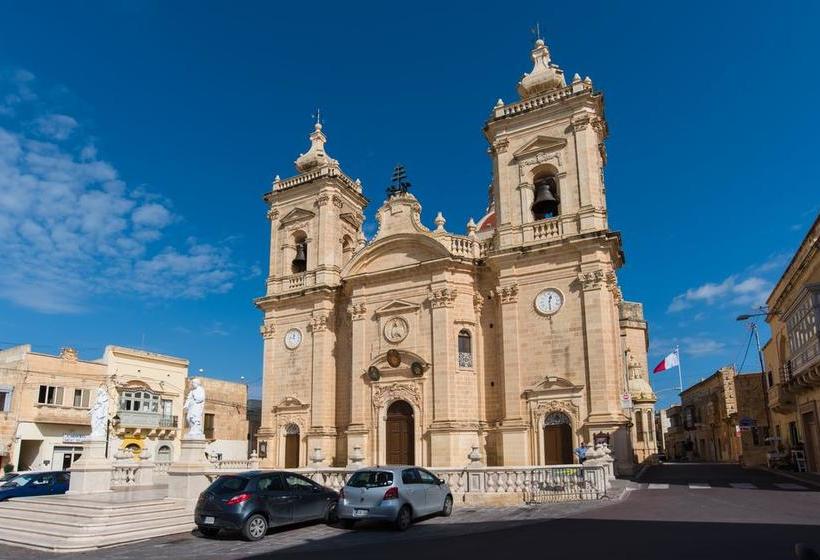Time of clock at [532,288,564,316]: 12:28
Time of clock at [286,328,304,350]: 11:46
